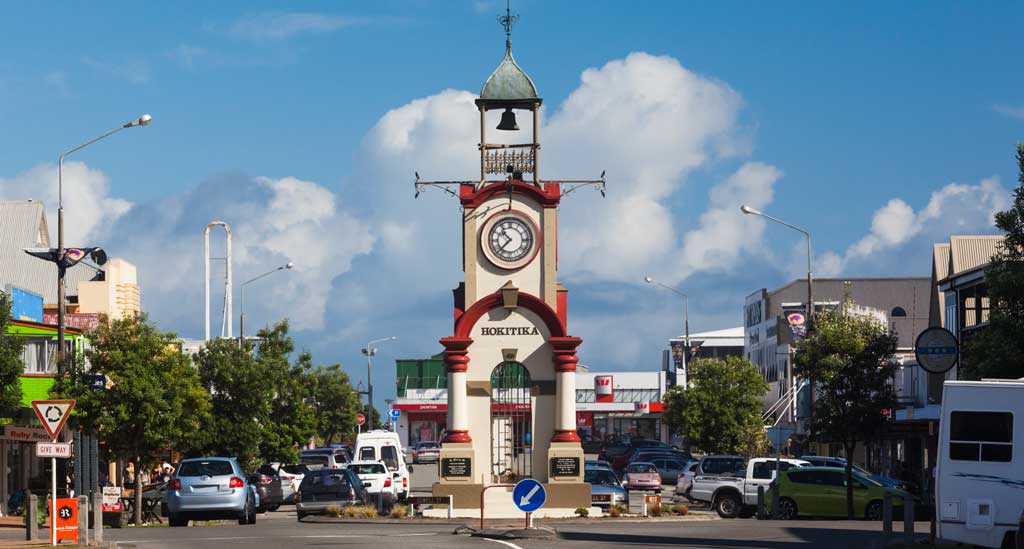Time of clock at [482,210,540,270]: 10:37
